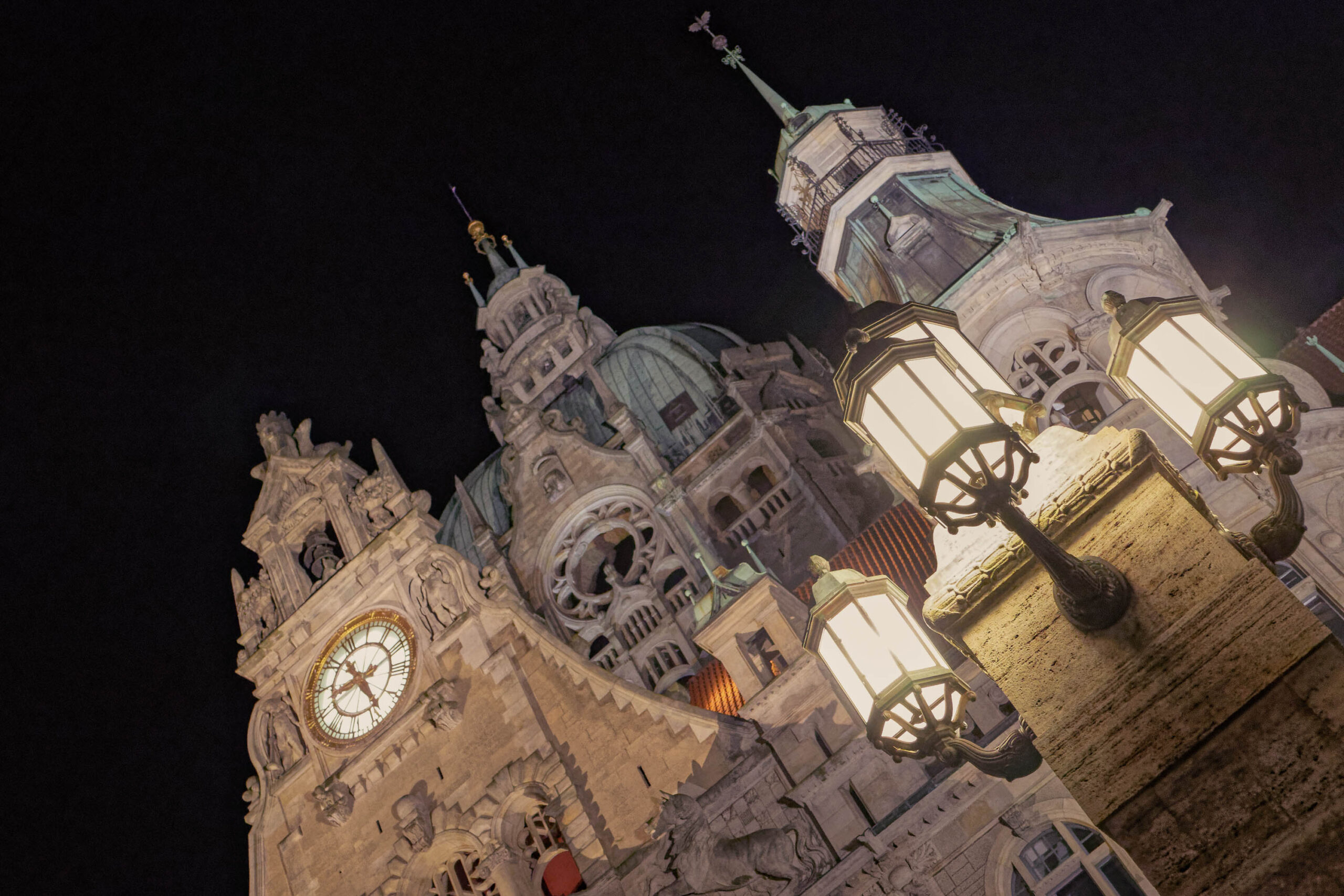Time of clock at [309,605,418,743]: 8:23
